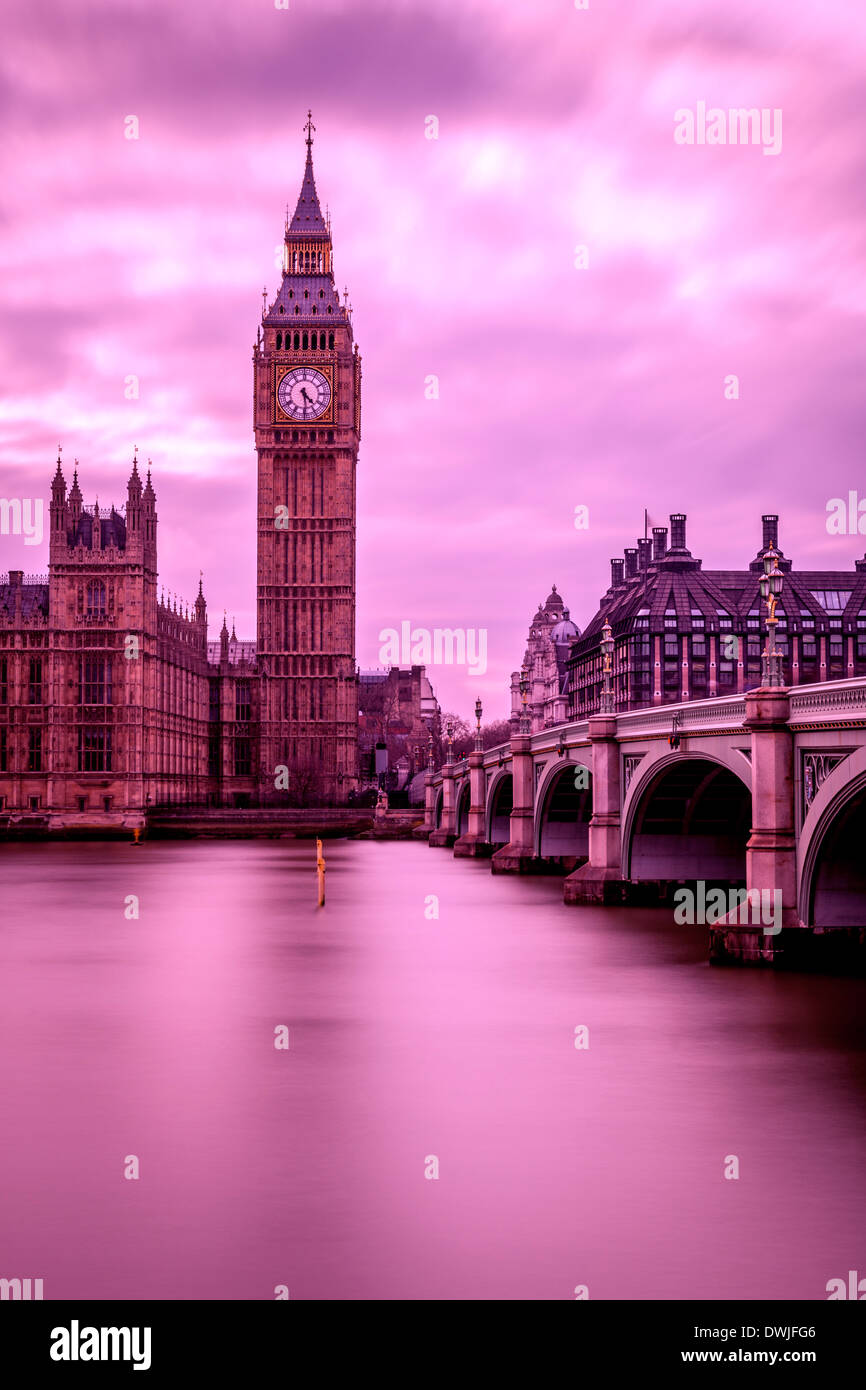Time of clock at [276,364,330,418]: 4:29
